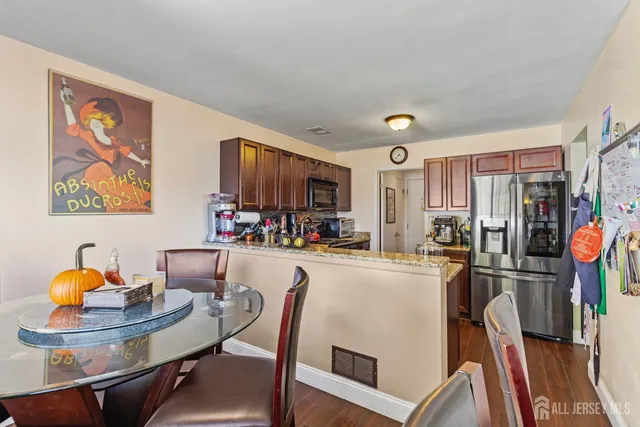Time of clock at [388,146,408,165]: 3:37
